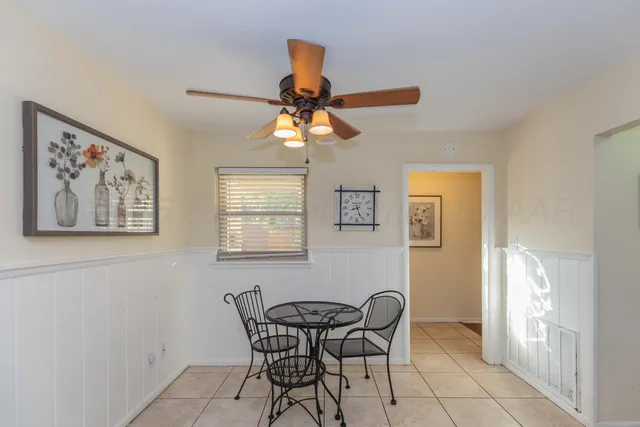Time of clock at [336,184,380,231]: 8:26
